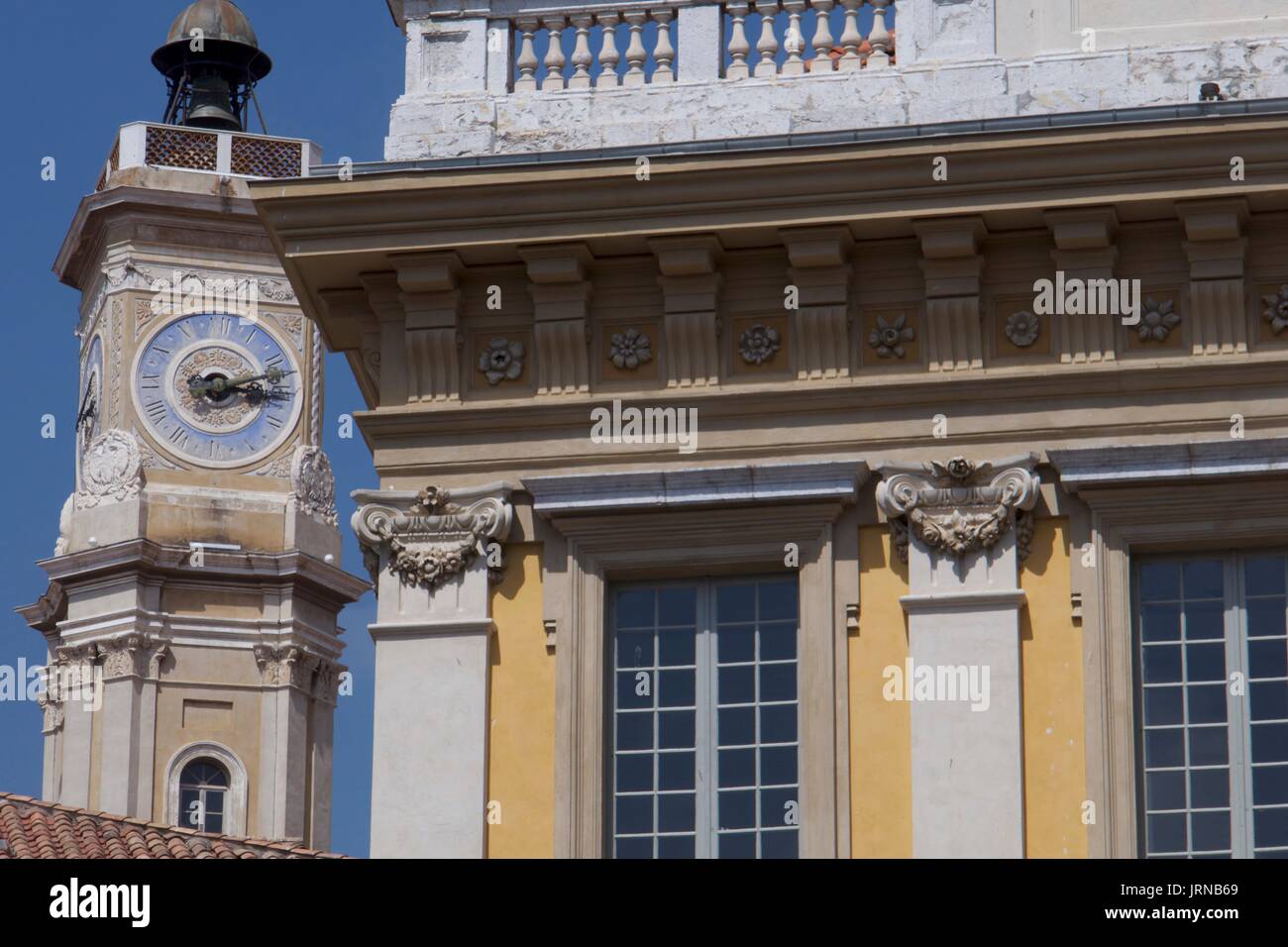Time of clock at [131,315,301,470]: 3:12
